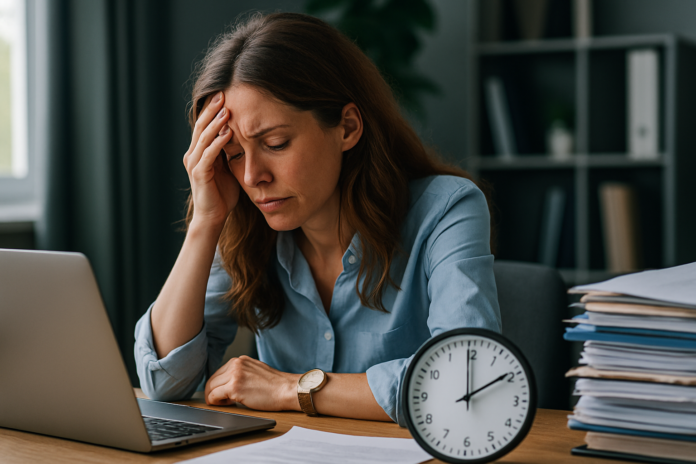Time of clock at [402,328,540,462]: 1:59
